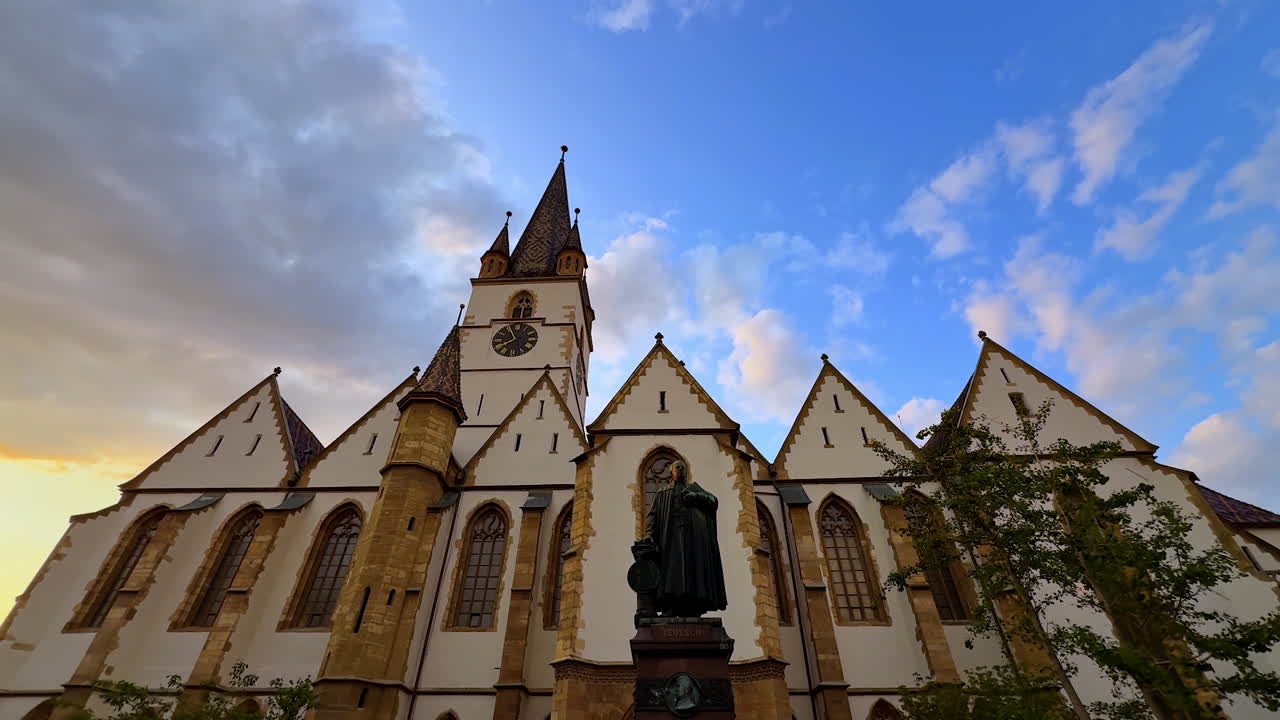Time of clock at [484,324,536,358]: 7:55
